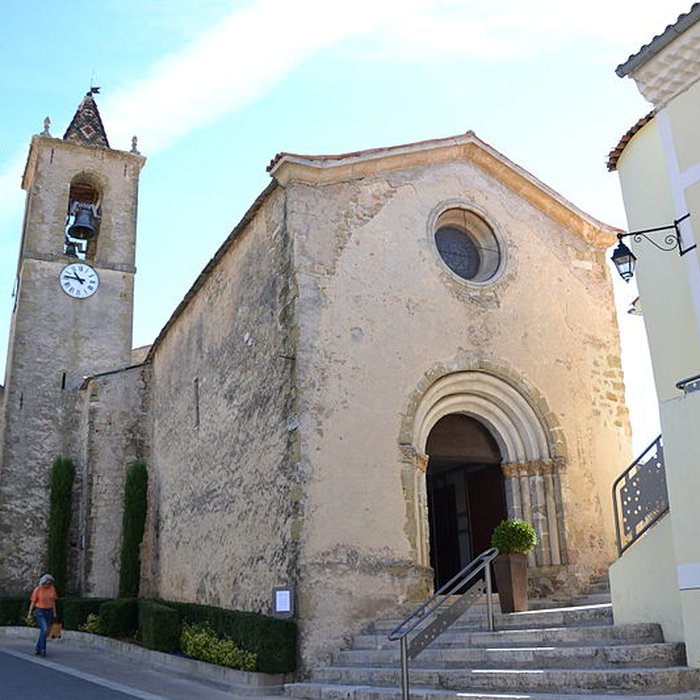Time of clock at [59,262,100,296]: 10:46
